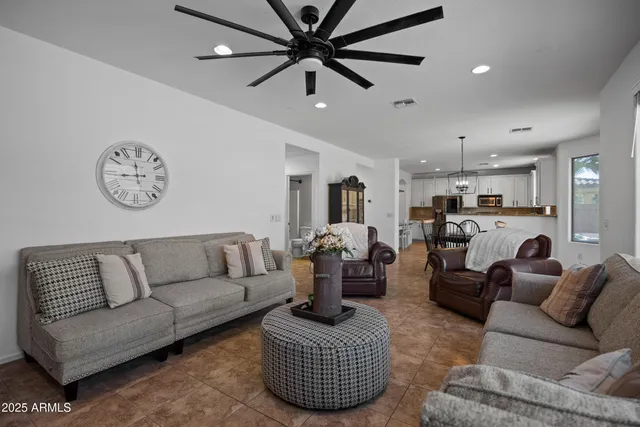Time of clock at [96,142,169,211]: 11:44
